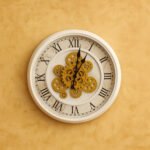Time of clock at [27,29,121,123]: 1:02
